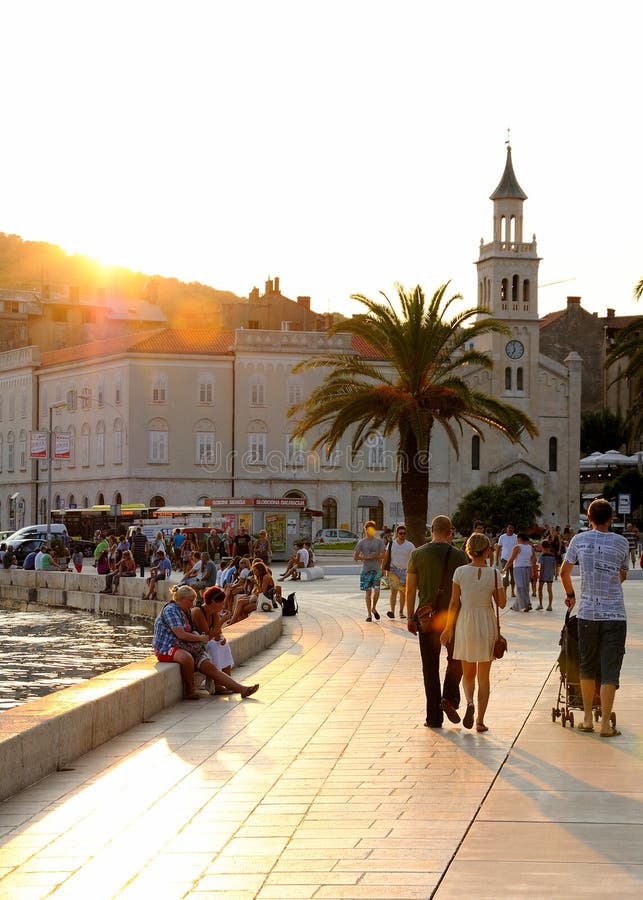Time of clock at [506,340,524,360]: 6:58
